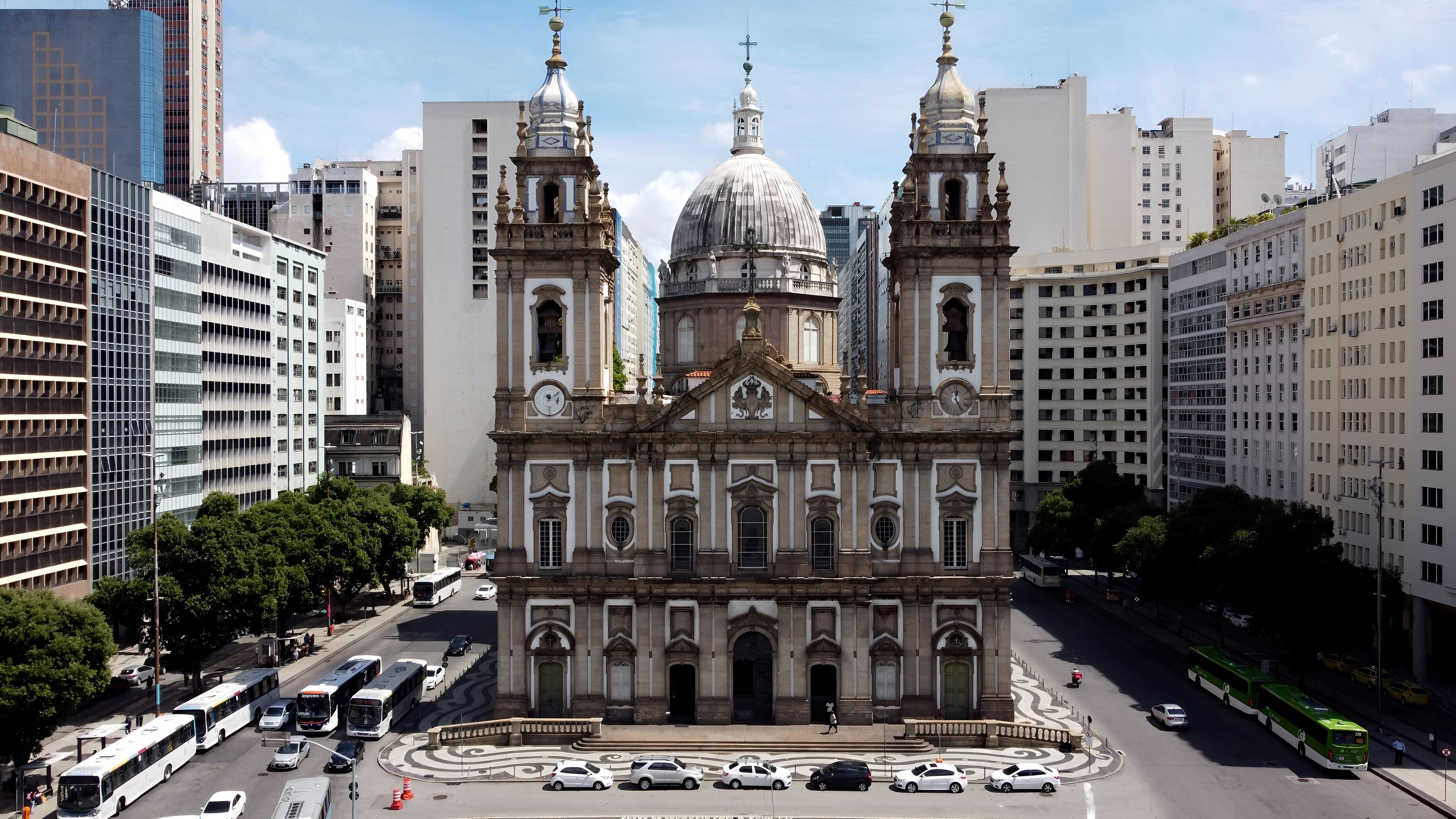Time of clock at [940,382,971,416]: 12:24
